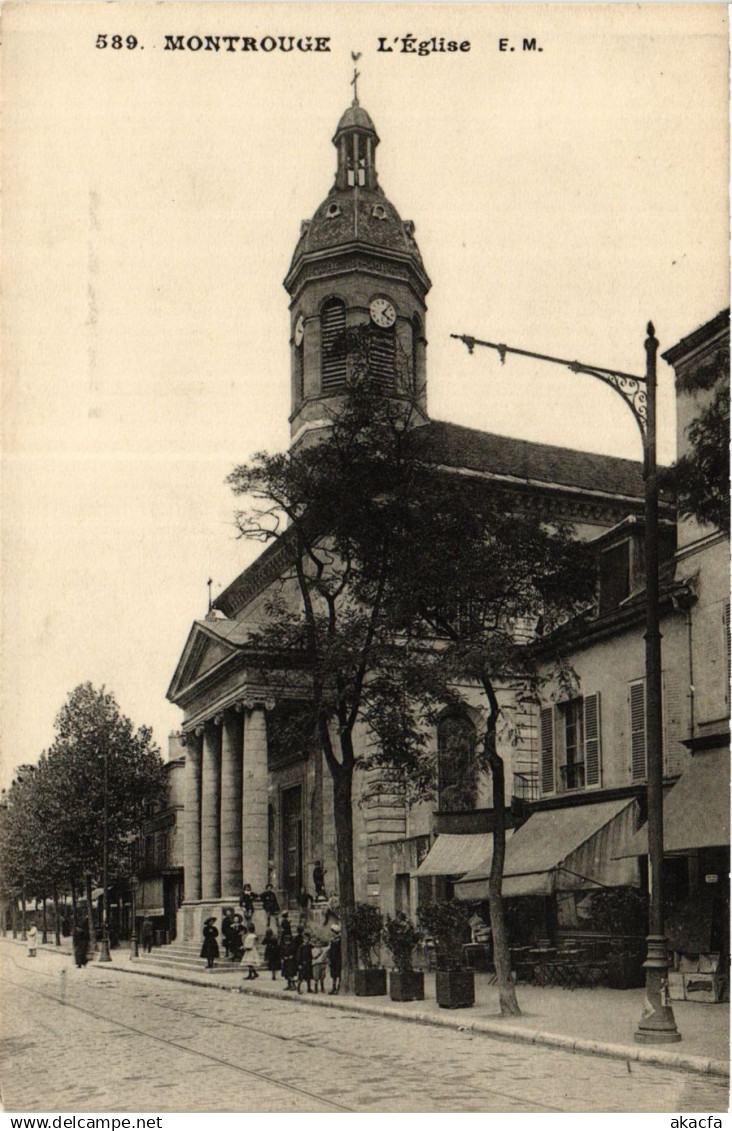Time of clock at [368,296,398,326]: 4:06
